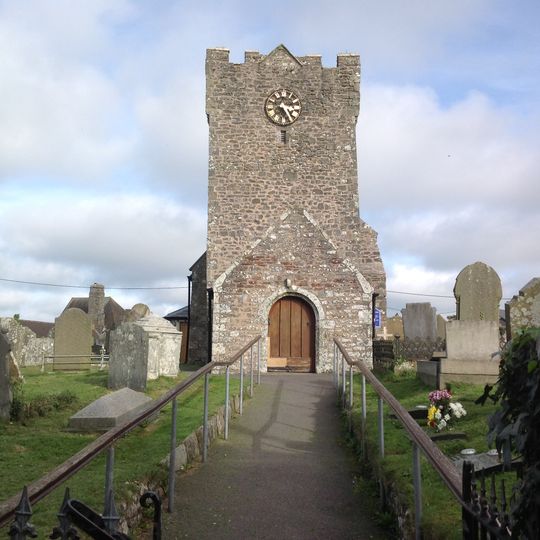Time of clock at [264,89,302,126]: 2:24
